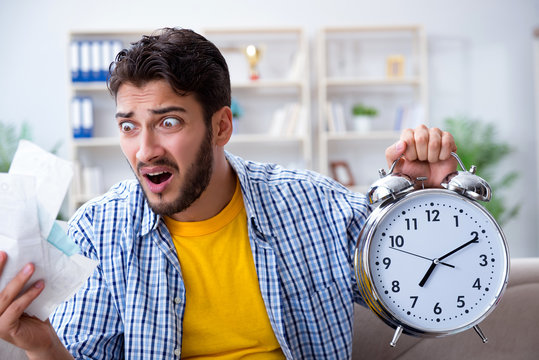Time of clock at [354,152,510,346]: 7:10
